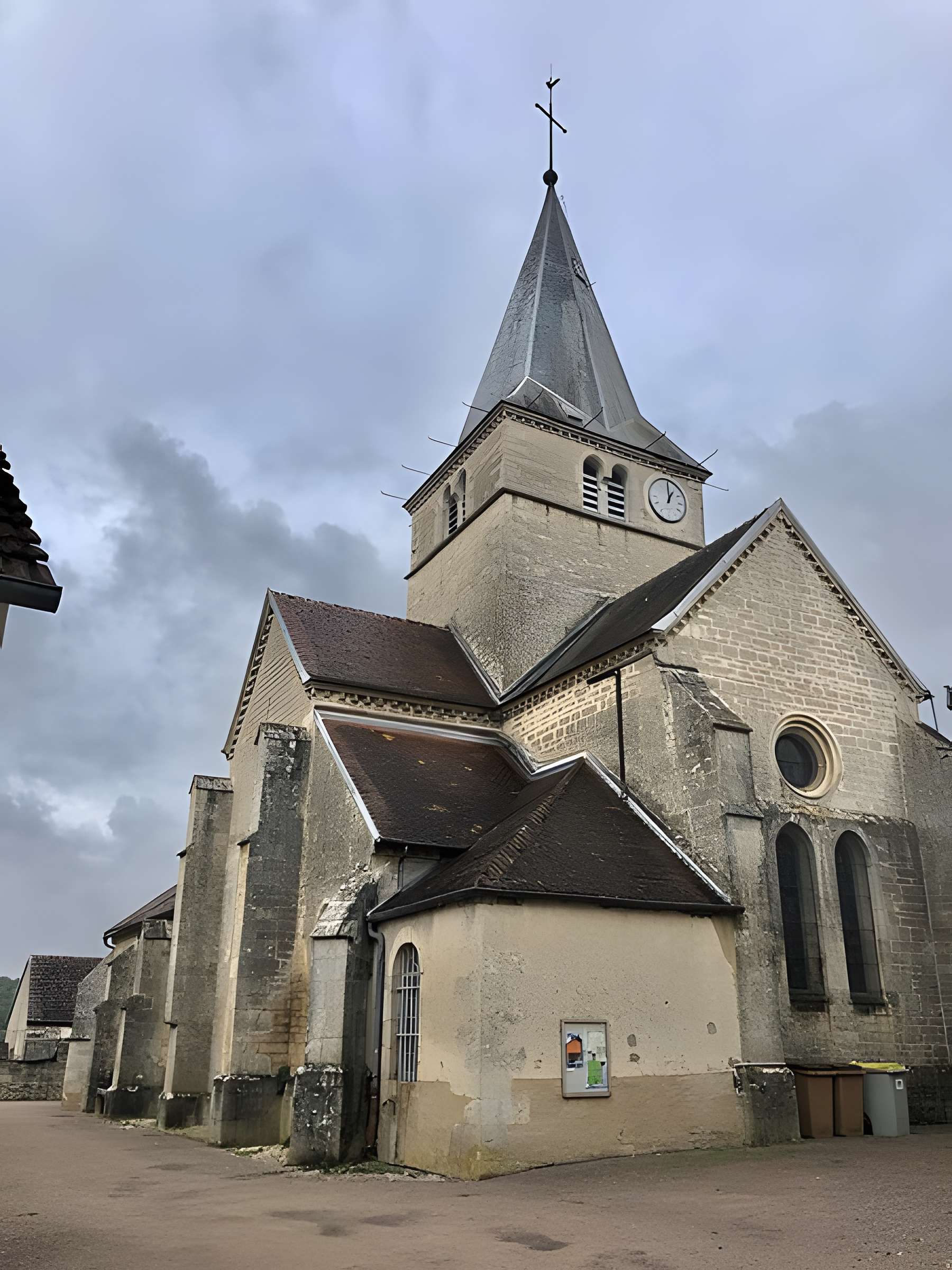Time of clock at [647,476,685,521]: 12:59
